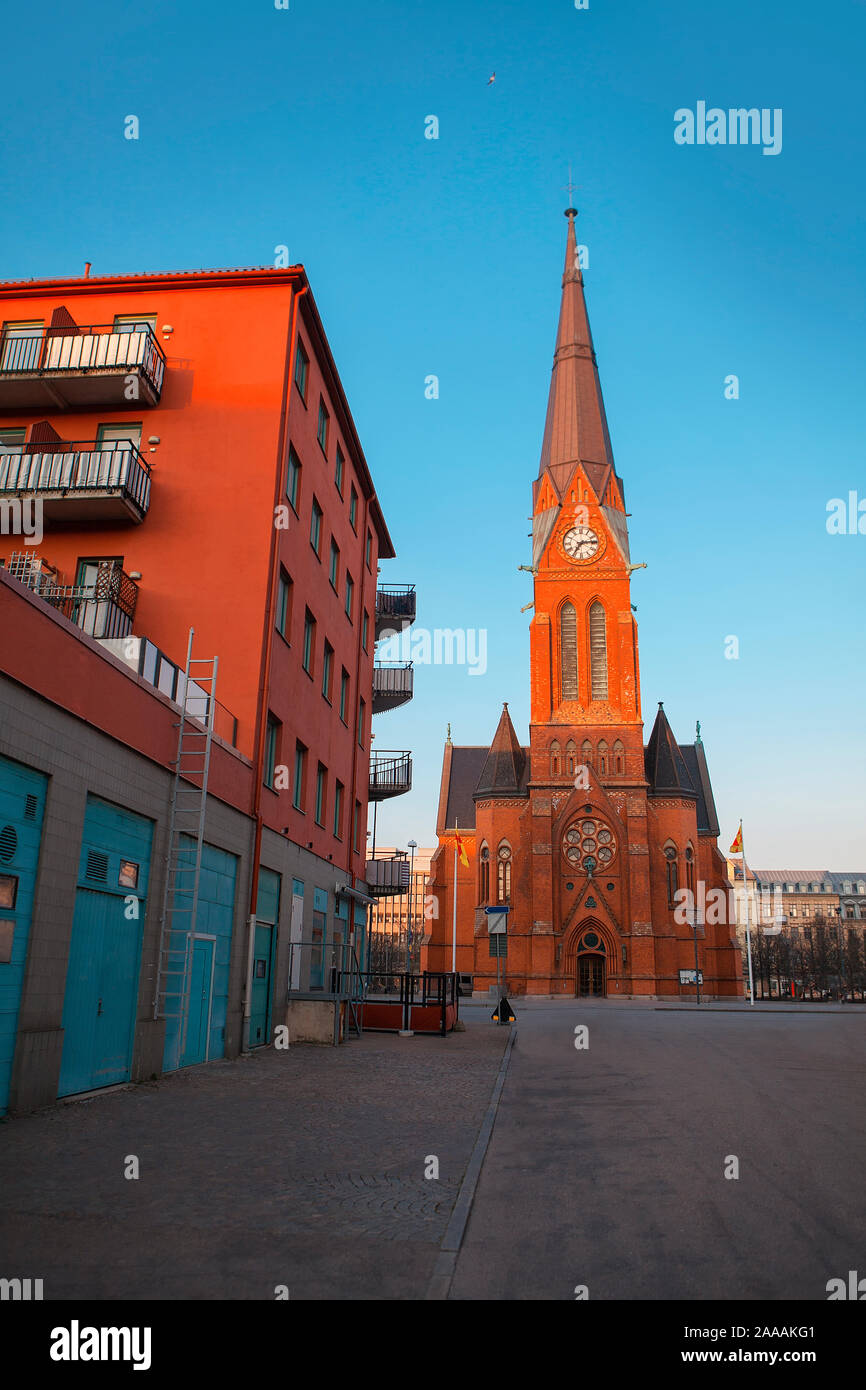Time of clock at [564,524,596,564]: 7:13
